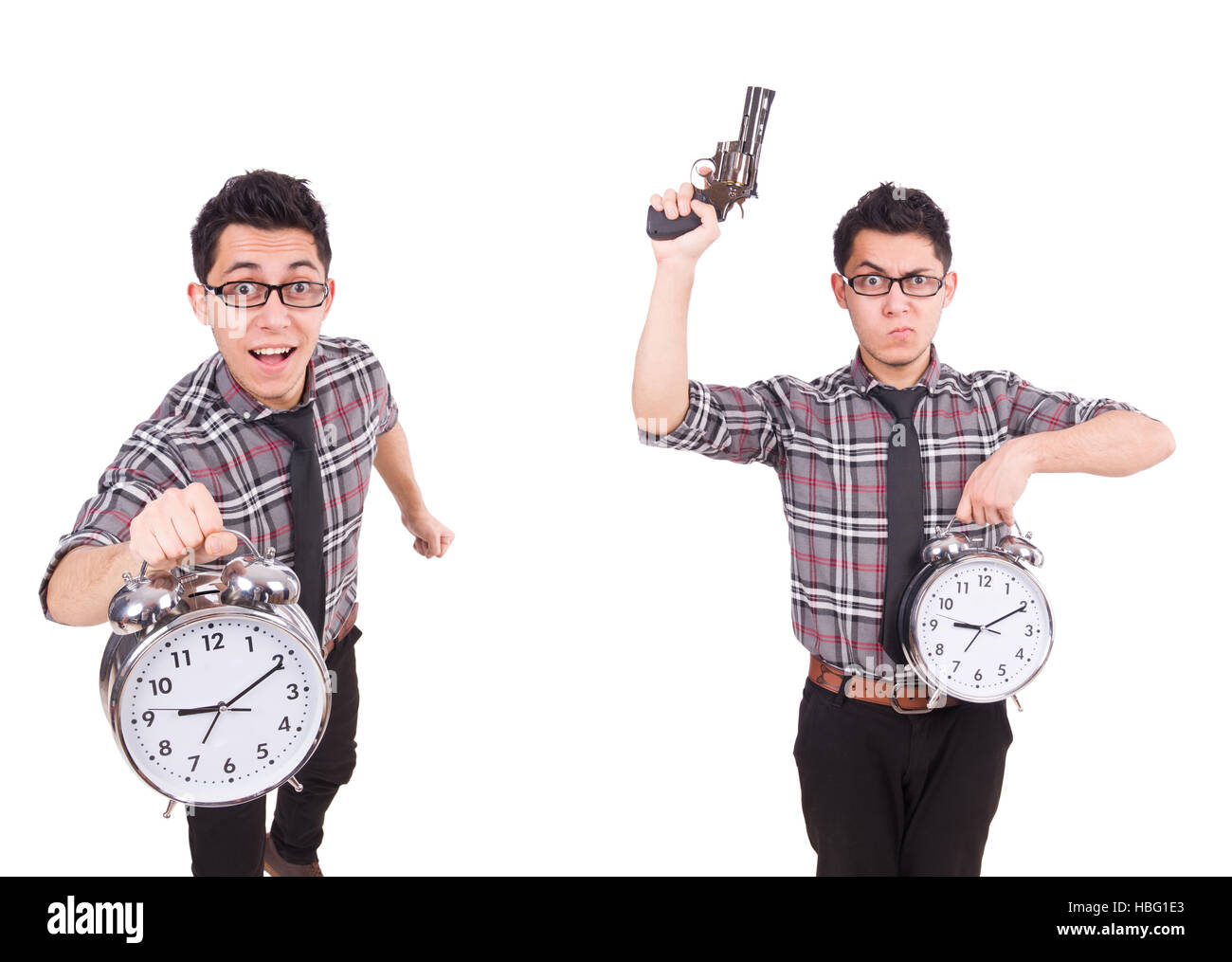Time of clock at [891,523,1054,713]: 9:10
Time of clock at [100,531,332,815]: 9:10
